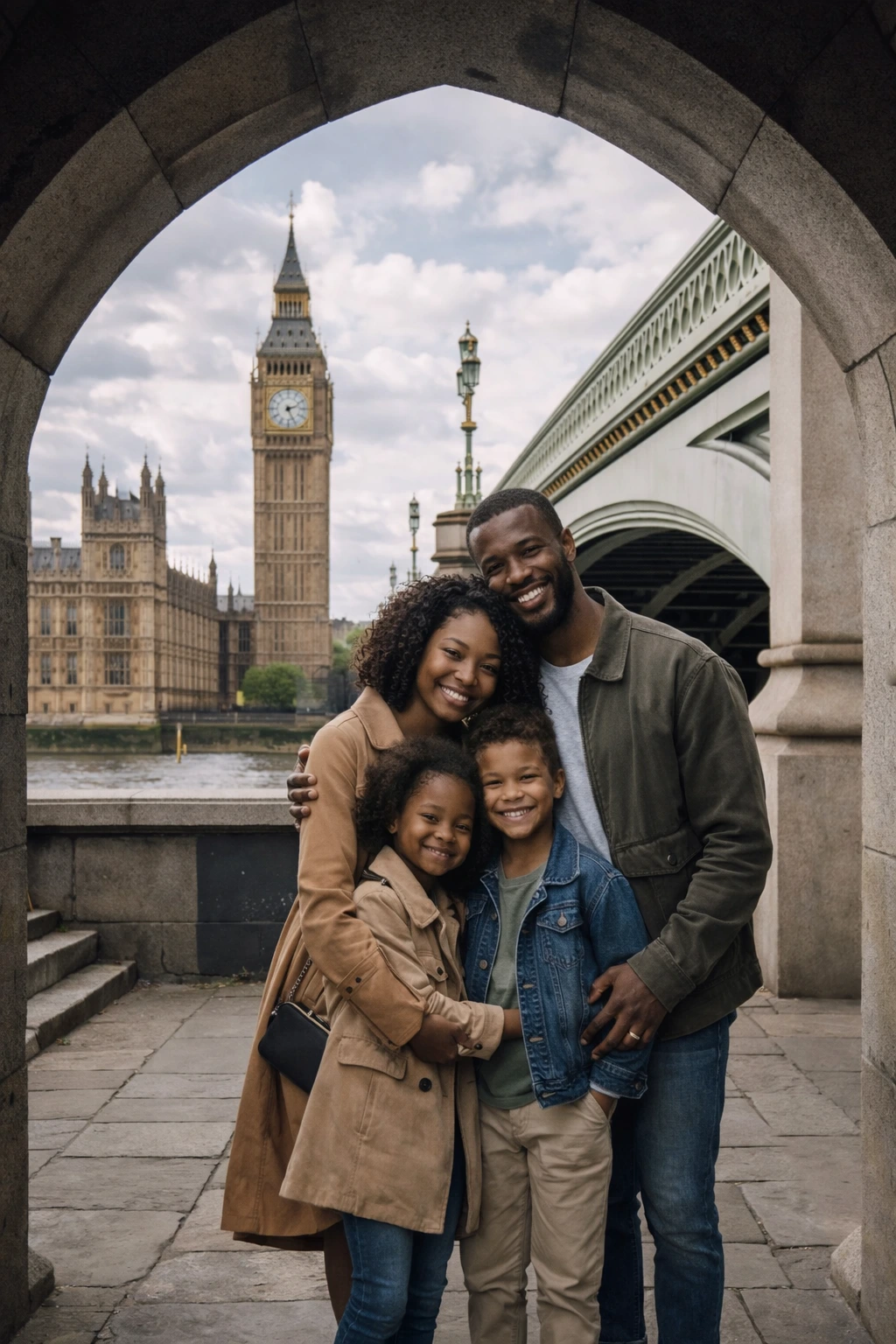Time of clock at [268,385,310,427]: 2:26
